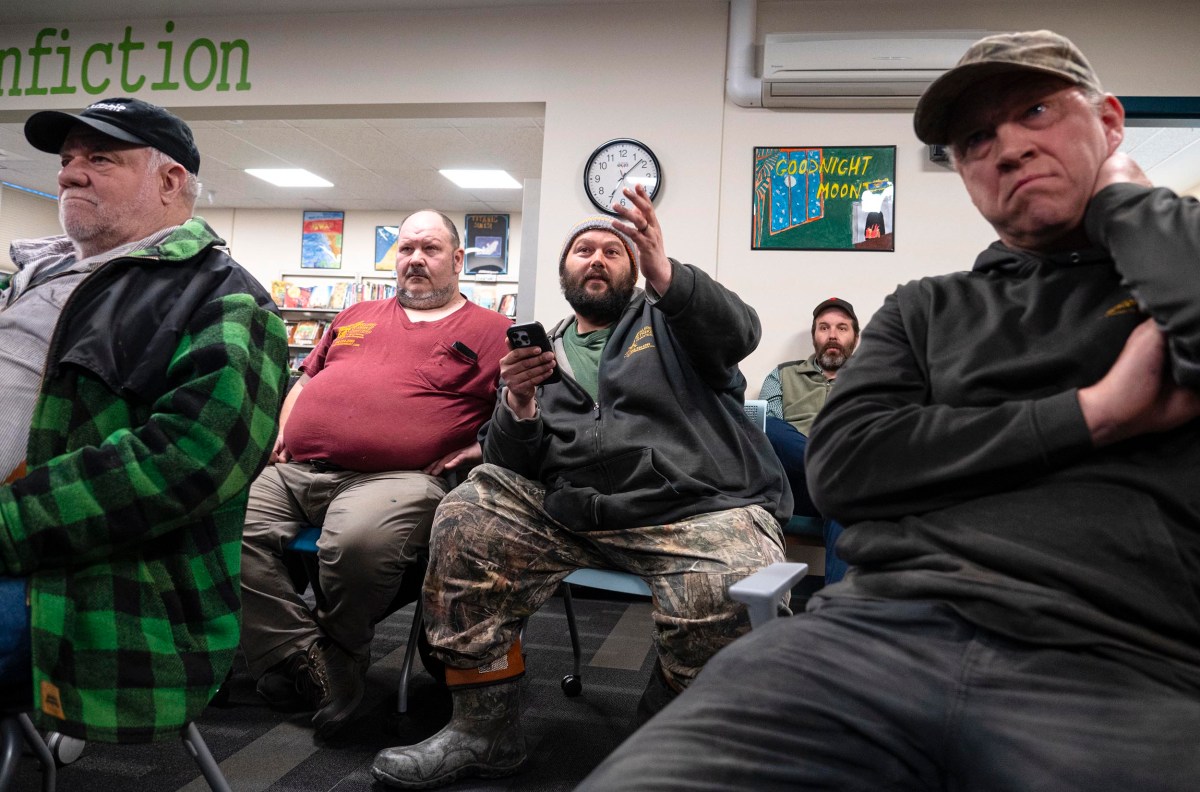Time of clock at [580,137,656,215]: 7:07
